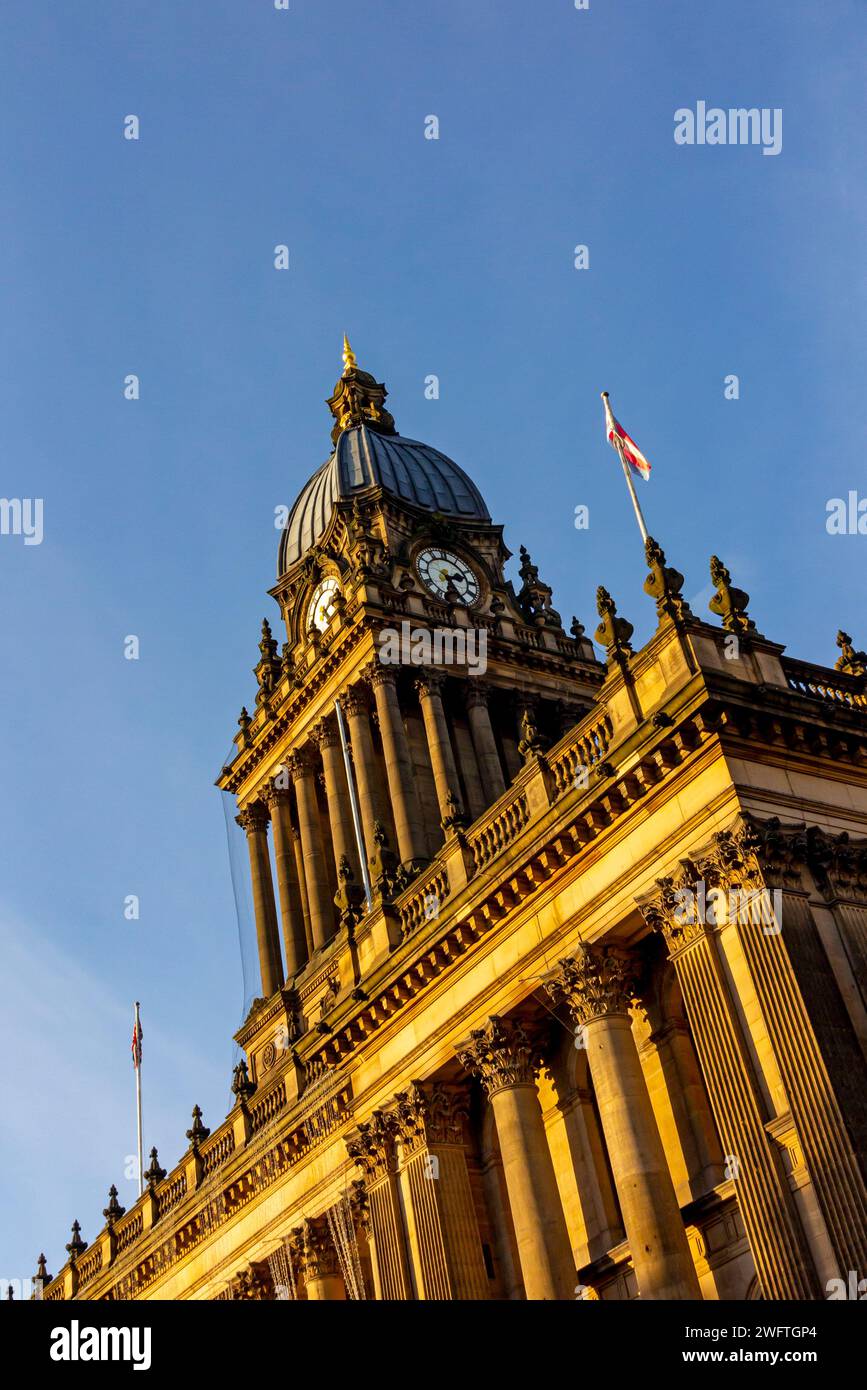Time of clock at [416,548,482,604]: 2:24
